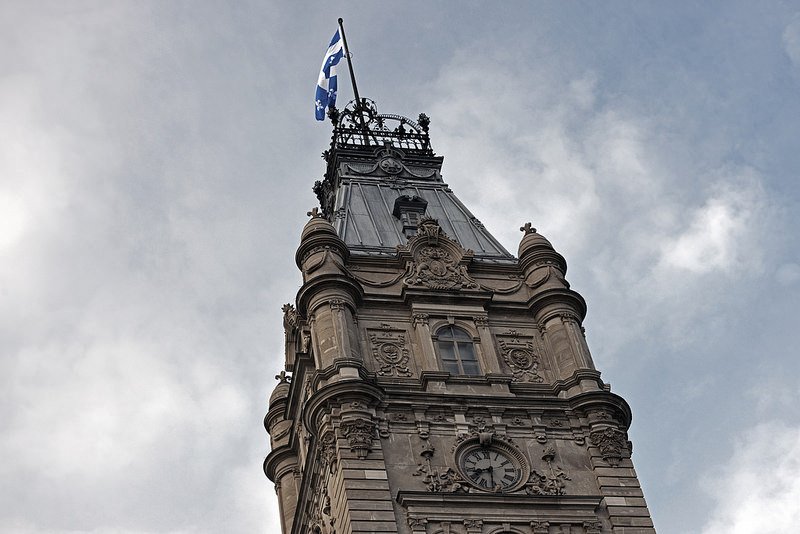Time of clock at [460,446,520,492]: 8:30
